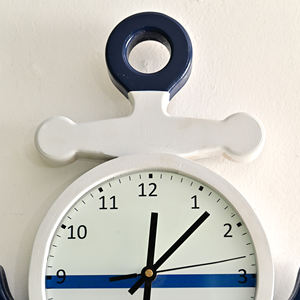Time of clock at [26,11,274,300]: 12:07
